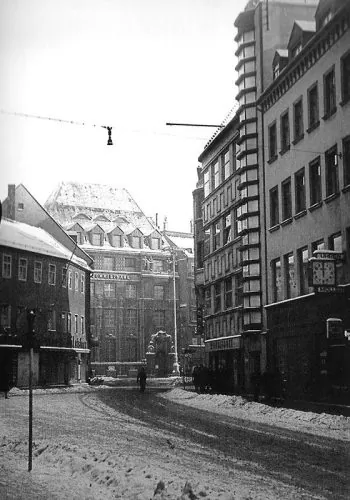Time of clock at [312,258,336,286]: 5:59
